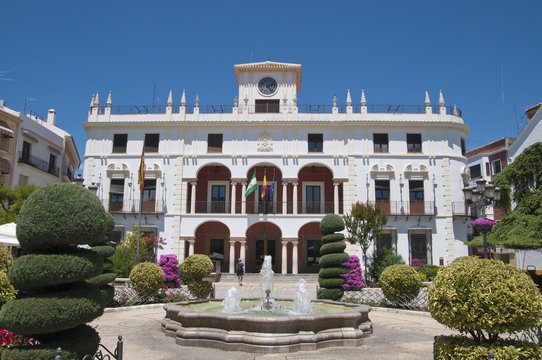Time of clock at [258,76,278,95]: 2:23
